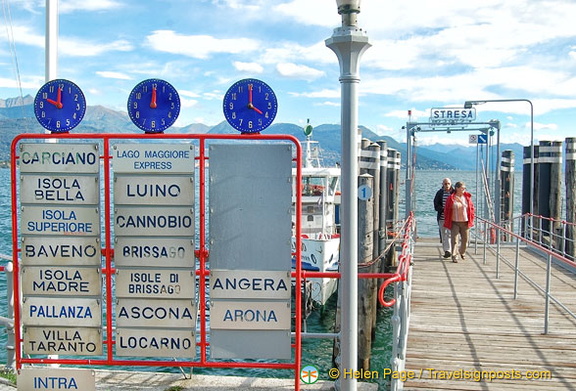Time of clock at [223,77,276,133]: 4:00
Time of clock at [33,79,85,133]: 11:48
